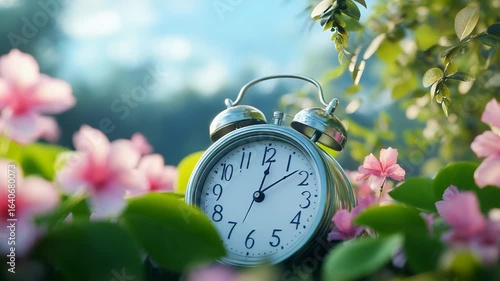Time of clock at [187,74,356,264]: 12:08
